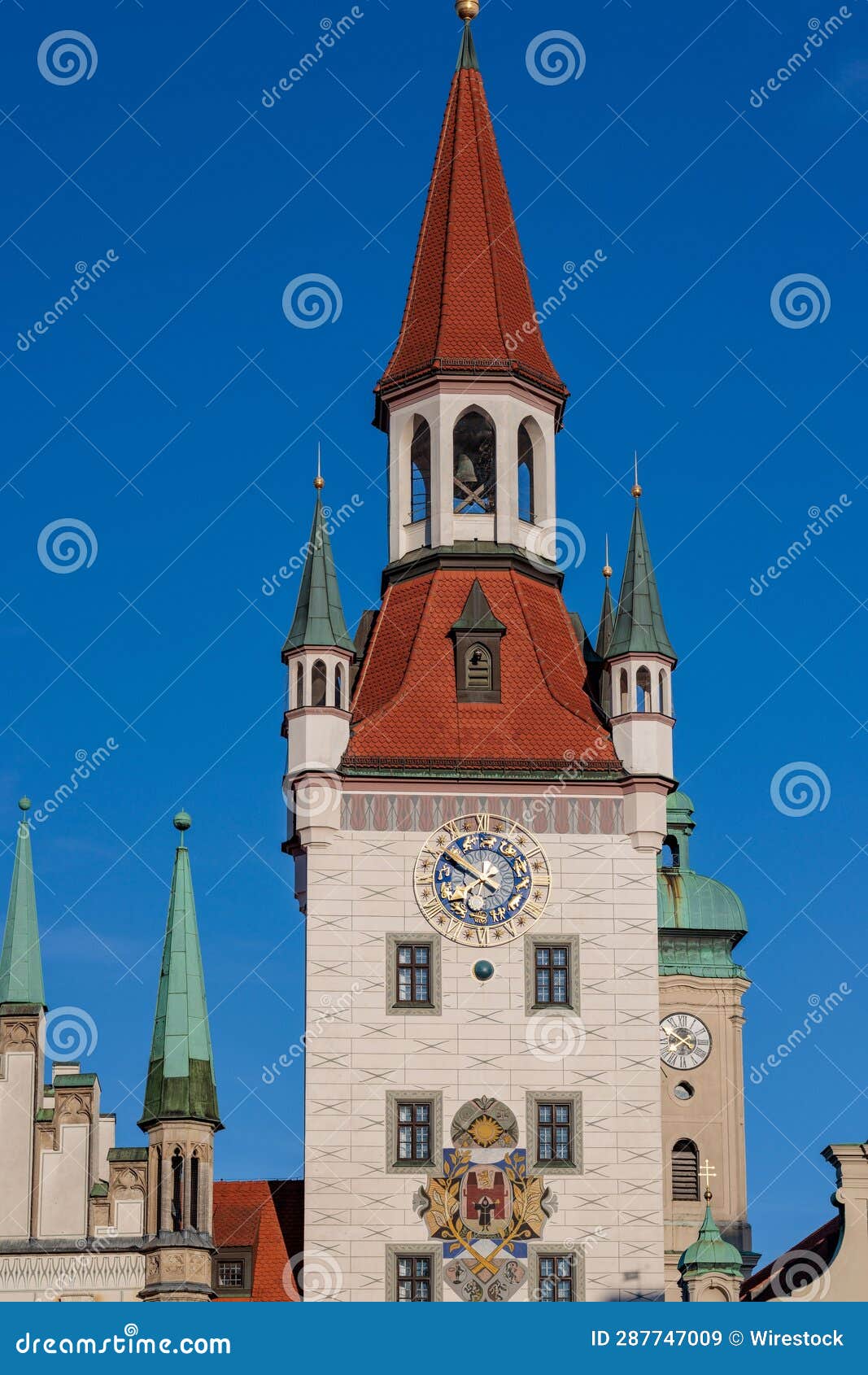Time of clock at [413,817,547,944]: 9:50
